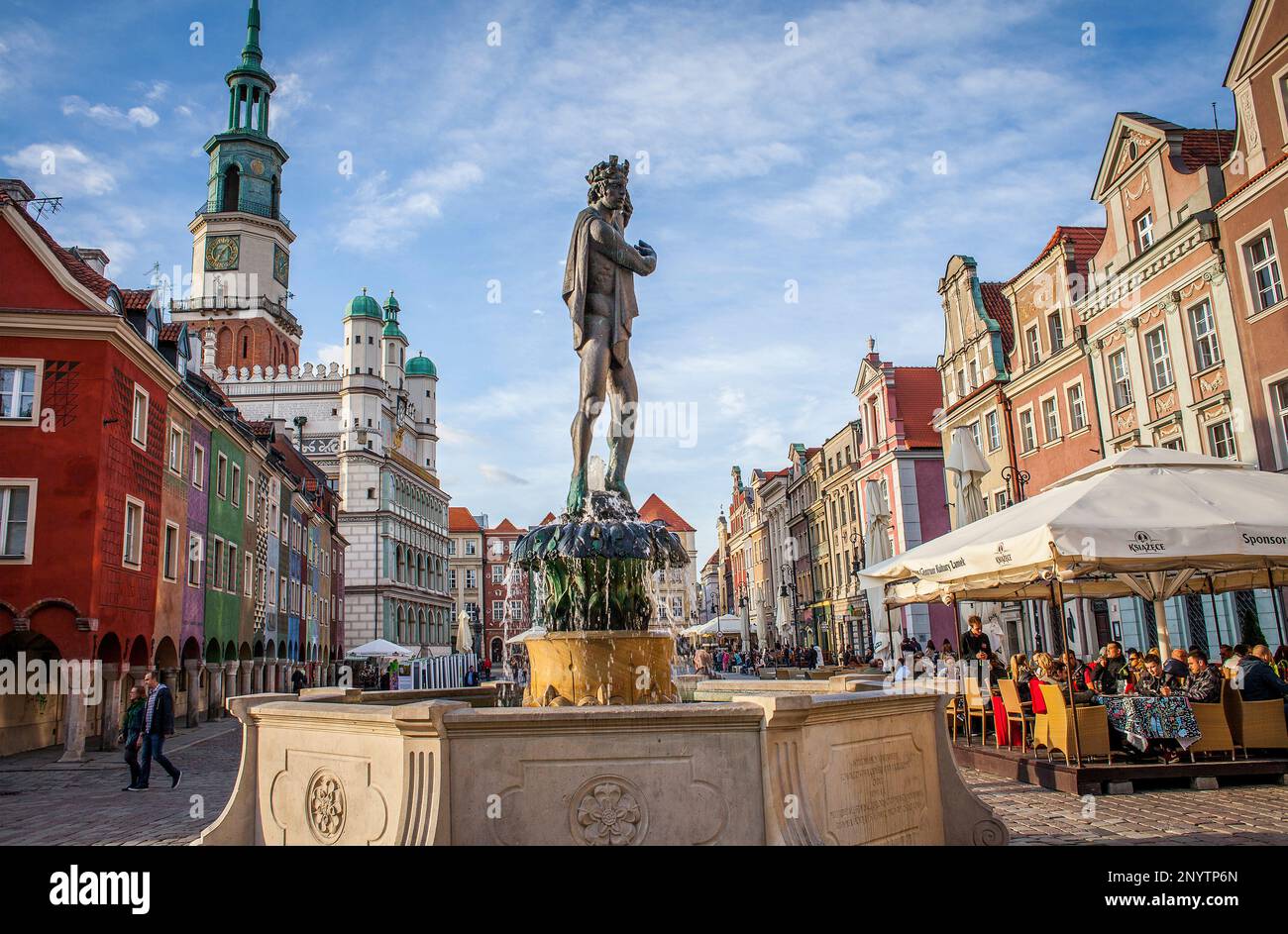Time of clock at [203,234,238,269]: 7:07
